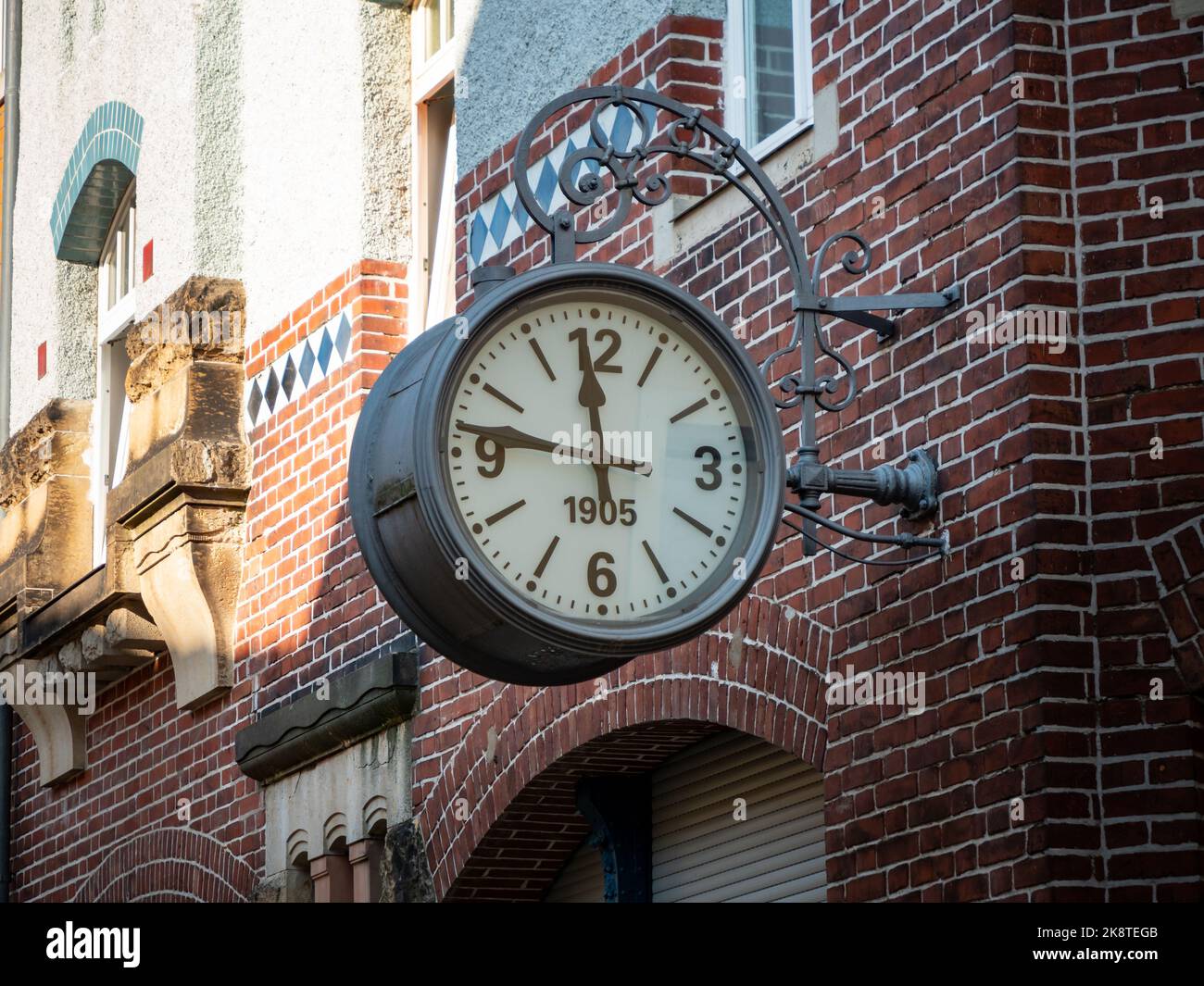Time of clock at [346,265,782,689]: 11:46
